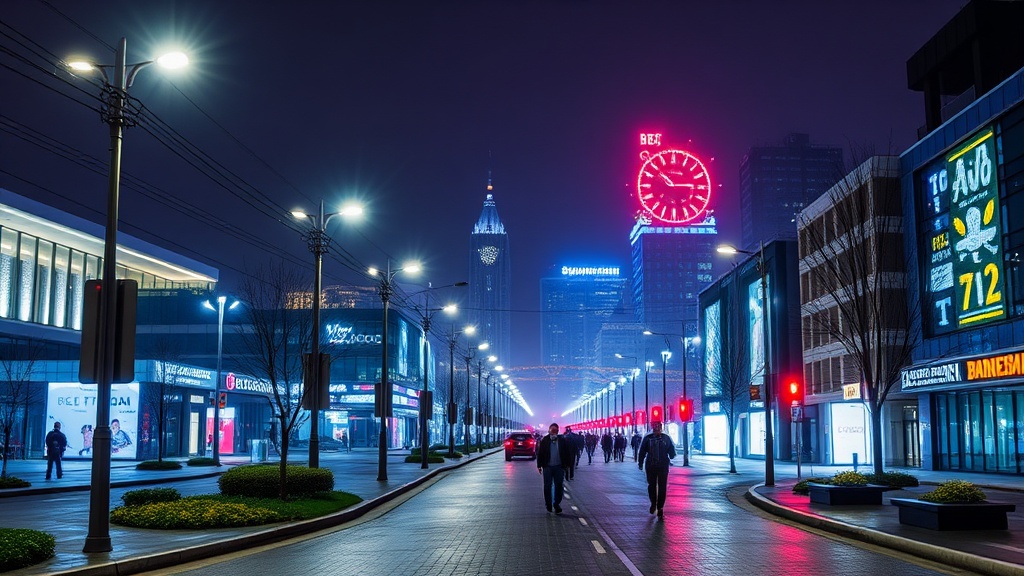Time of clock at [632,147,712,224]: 10:14
